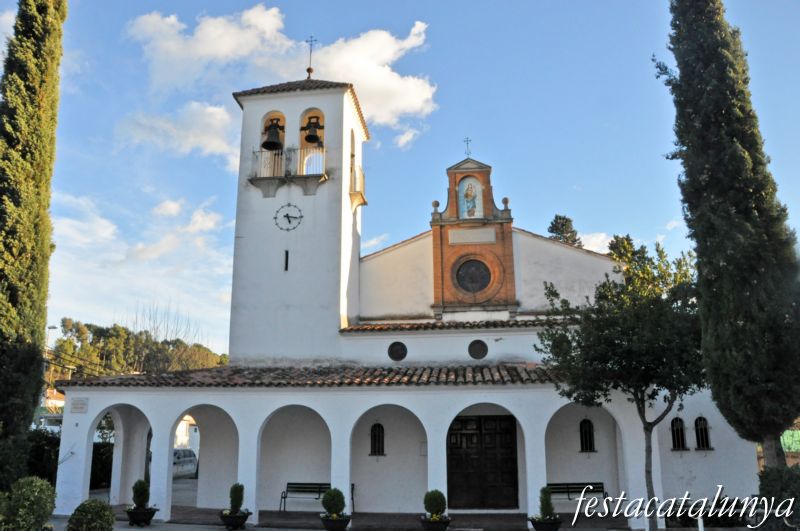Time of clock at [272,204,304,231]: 5:16
